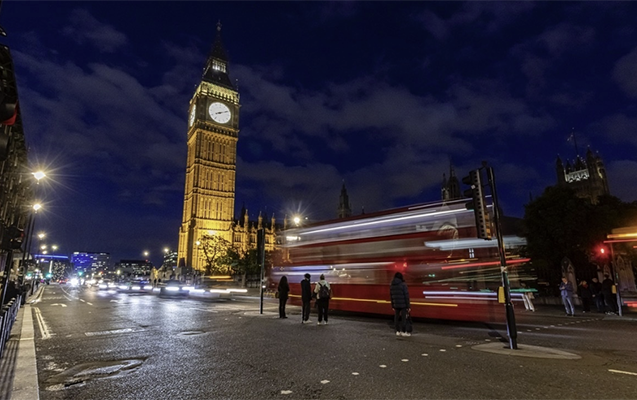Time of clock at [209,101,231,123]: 8:11
